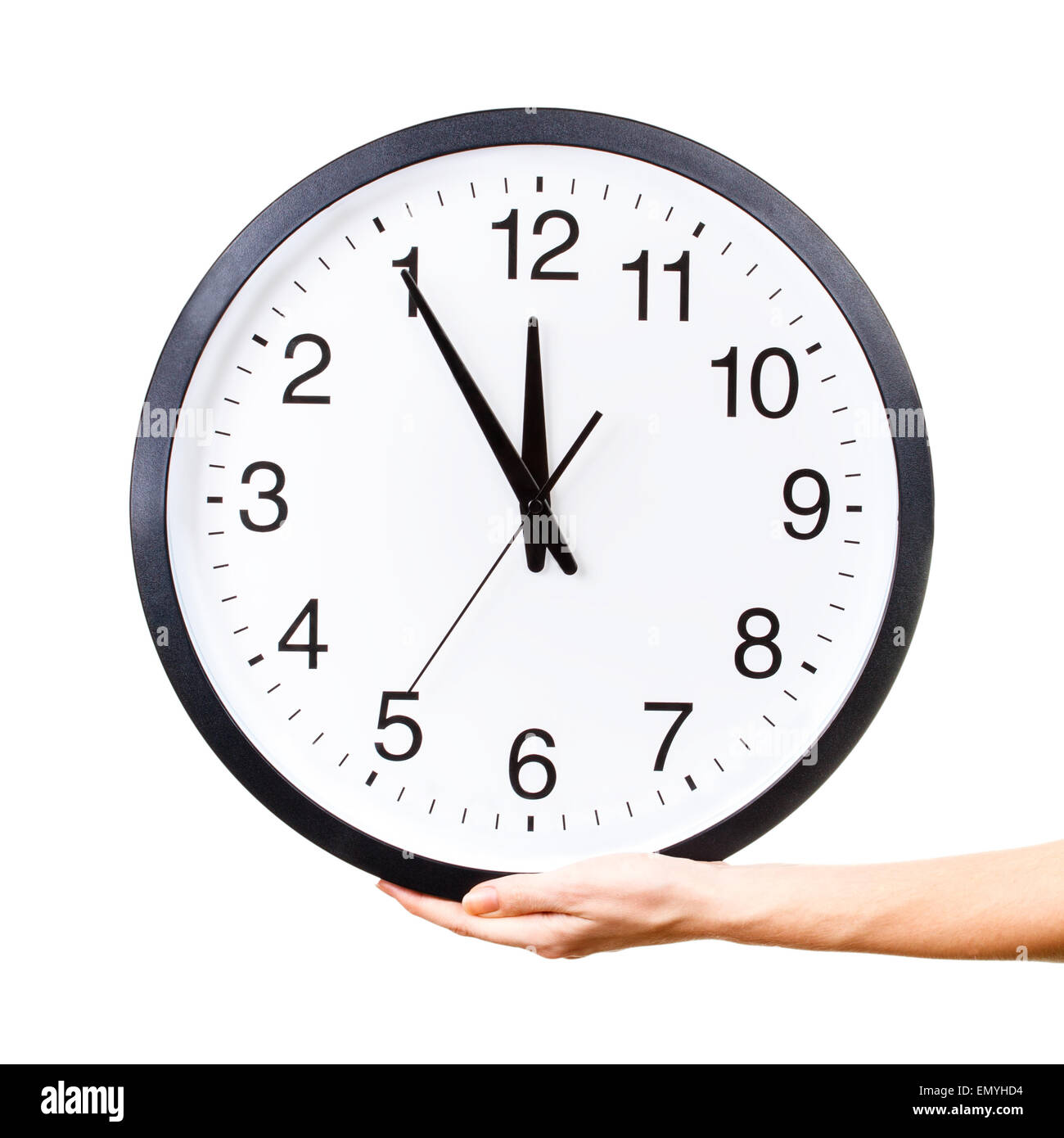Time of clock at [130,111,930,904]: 11:54
